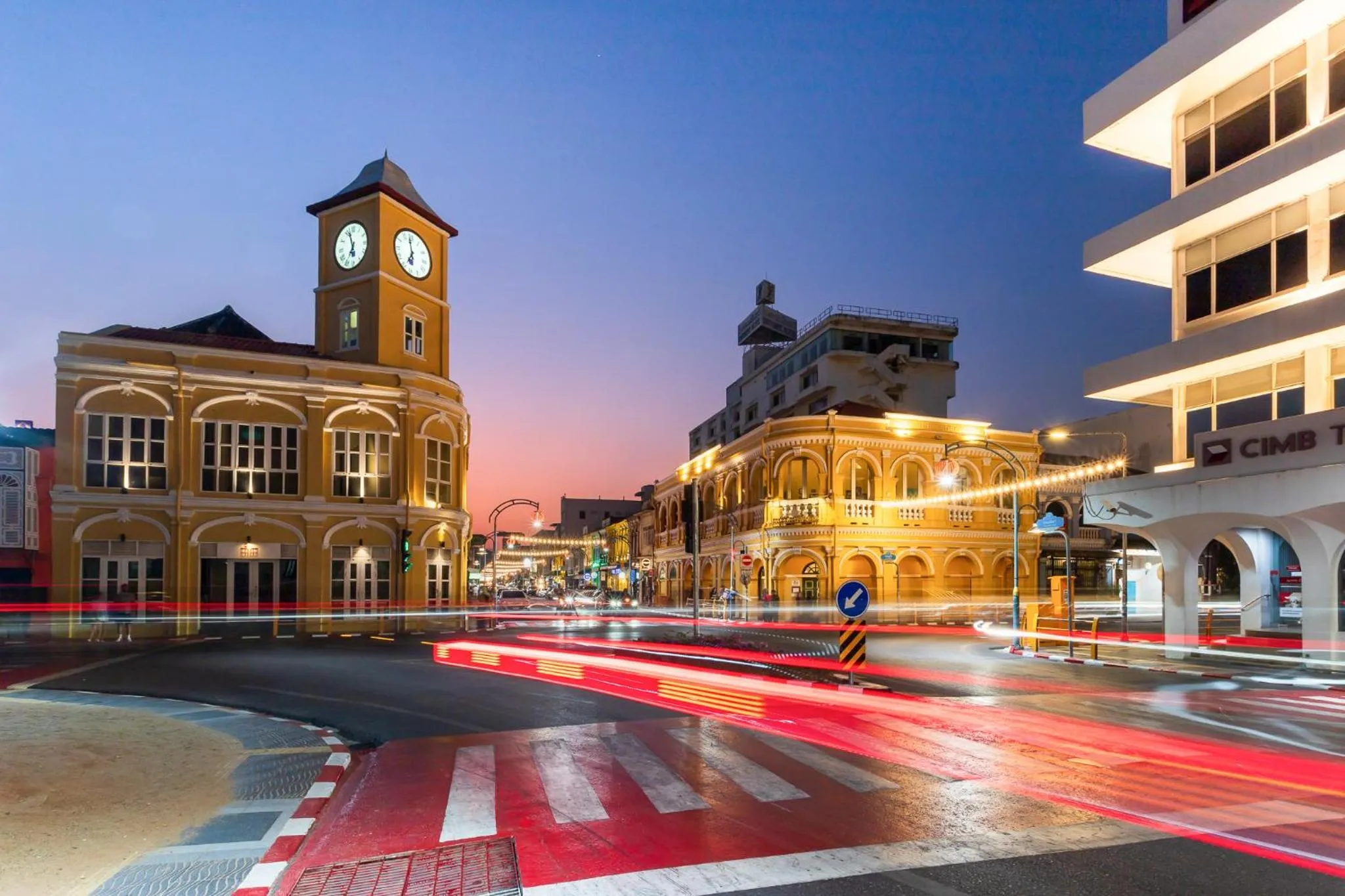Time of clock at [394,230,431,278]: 6:58
